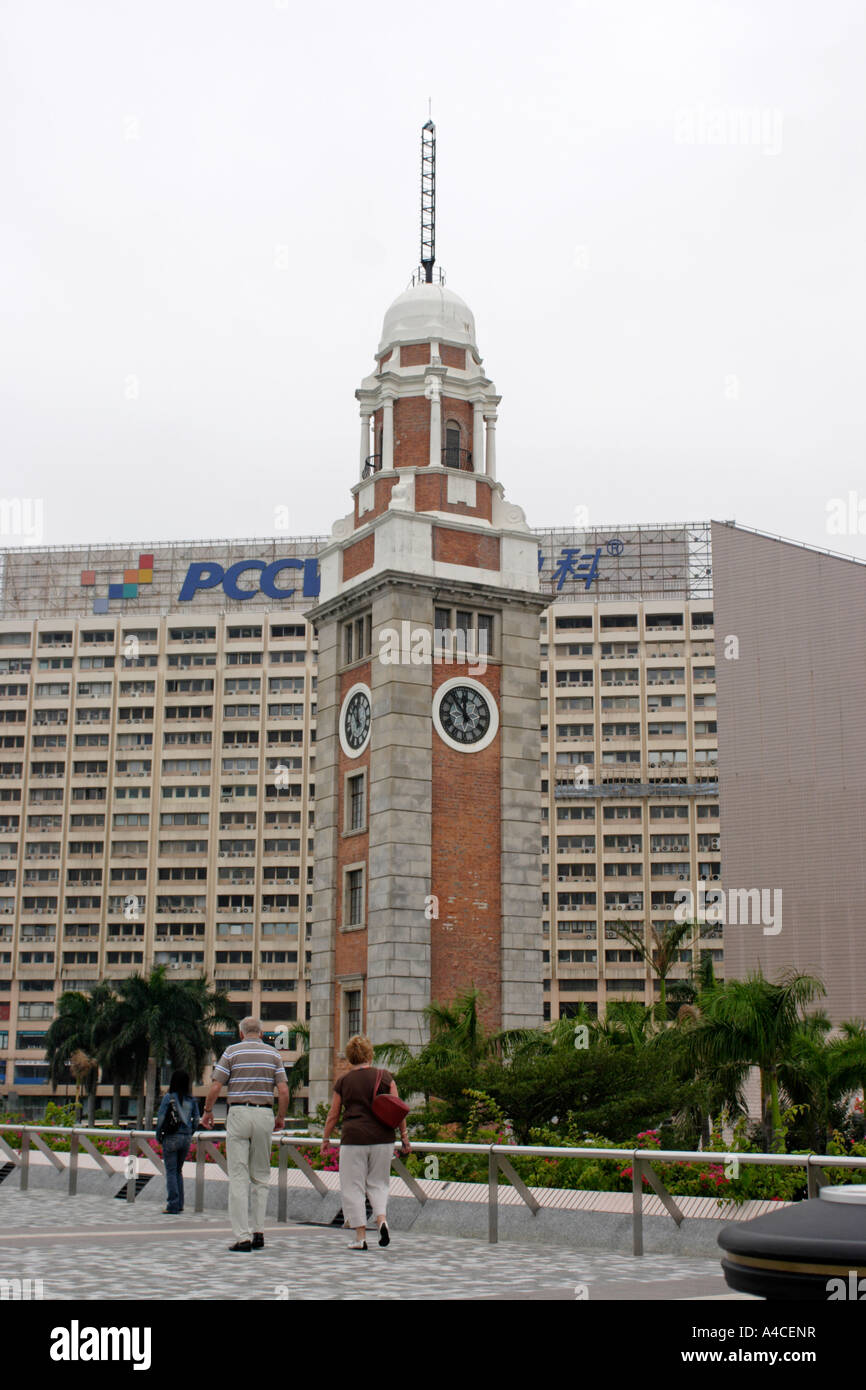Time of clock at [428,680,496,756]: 11:53
